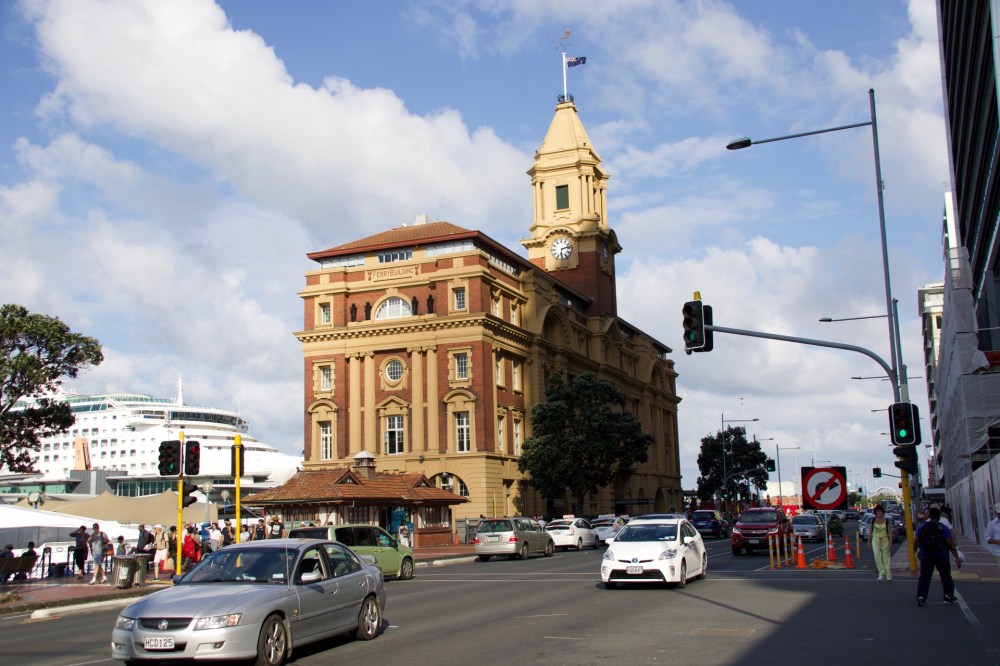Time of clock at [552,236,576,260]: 6:13
